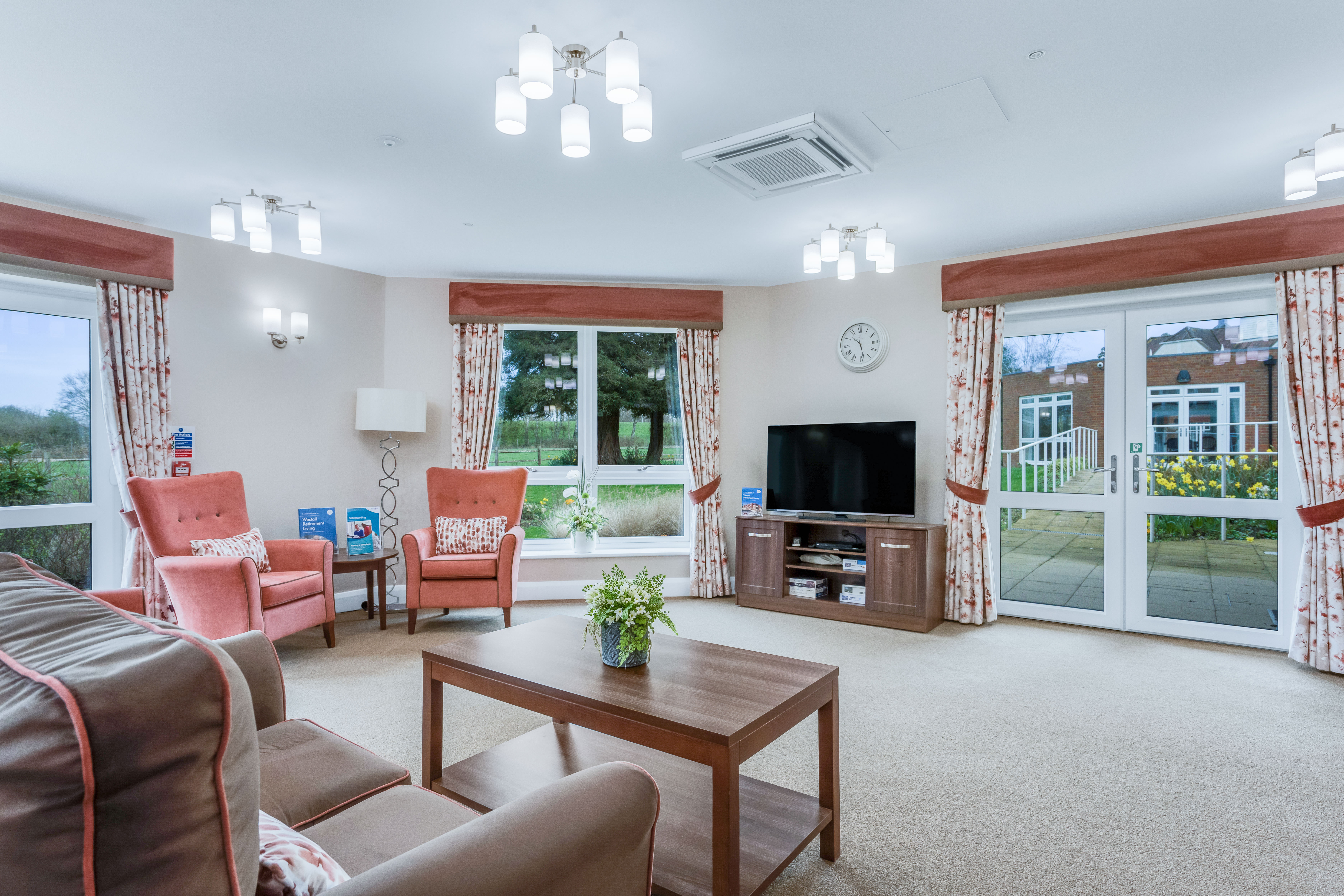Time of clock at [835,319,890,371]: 10:28
